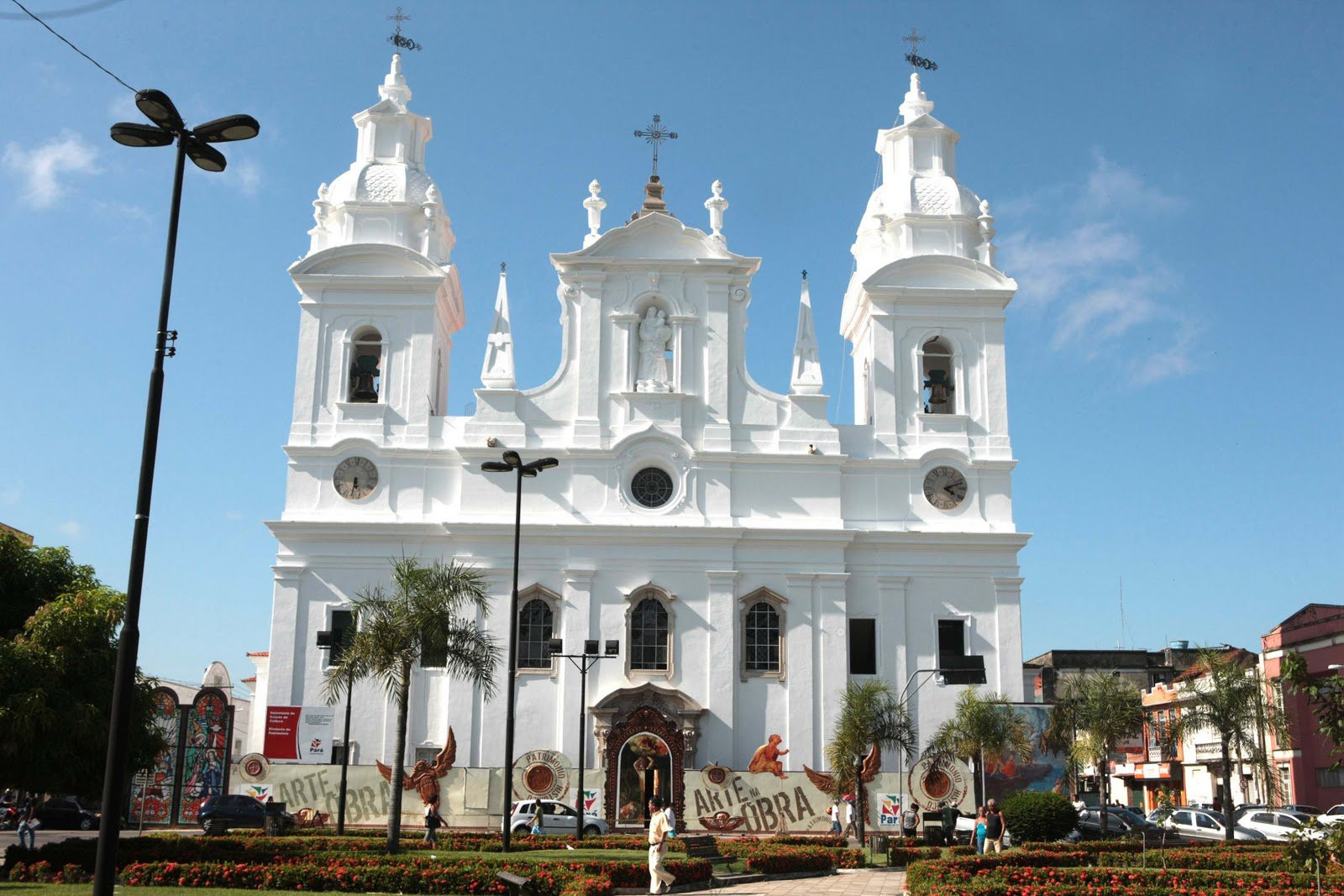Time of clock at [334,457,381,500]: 5:31
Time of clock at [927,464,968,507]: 4:12
